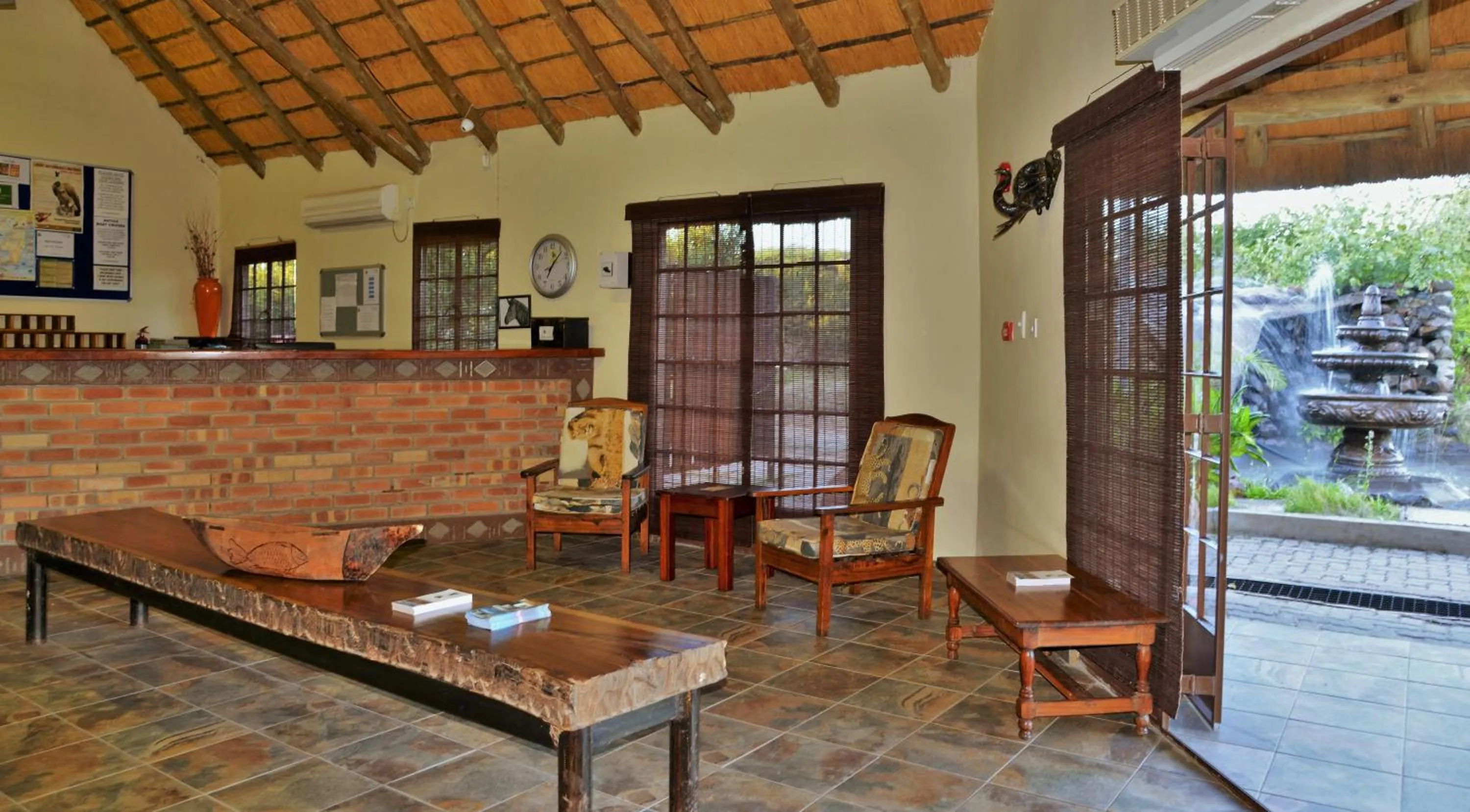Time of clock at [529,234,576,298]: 7:07
